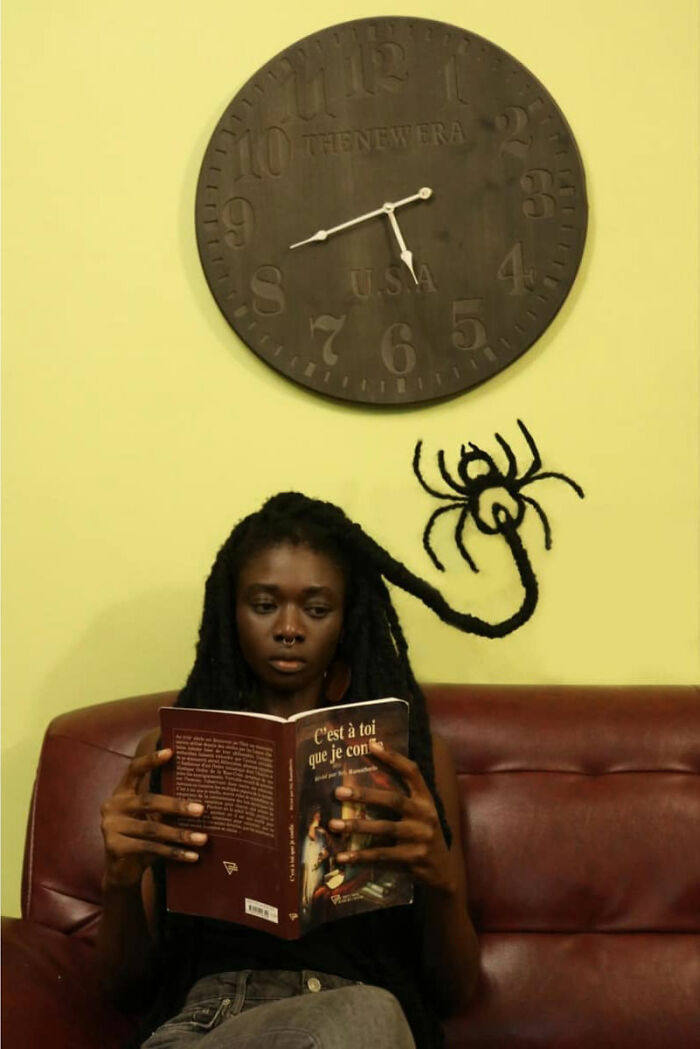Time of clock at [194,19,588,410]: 5:42
